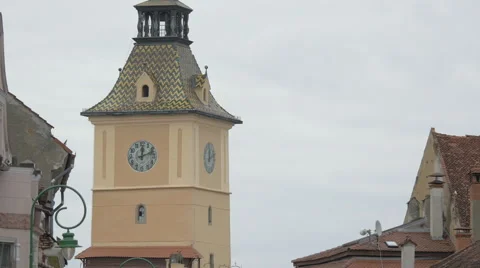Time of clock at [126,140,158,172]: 12:12
